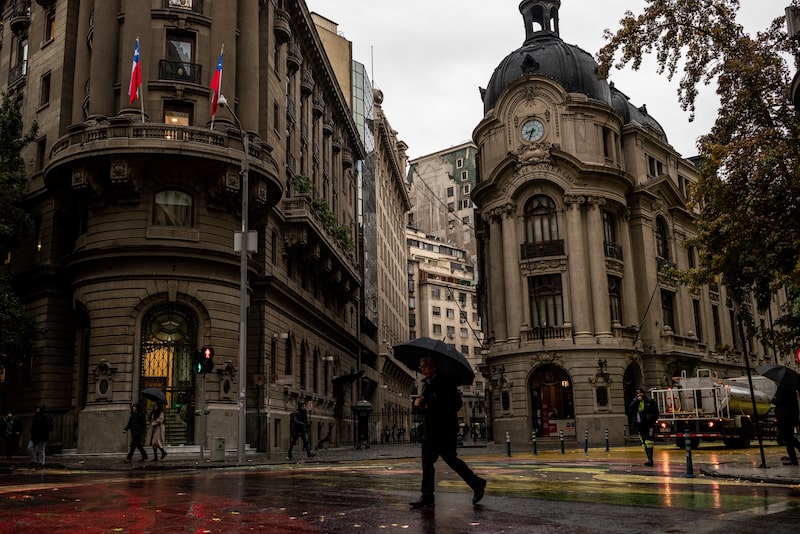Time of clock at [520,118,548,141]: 8:32
